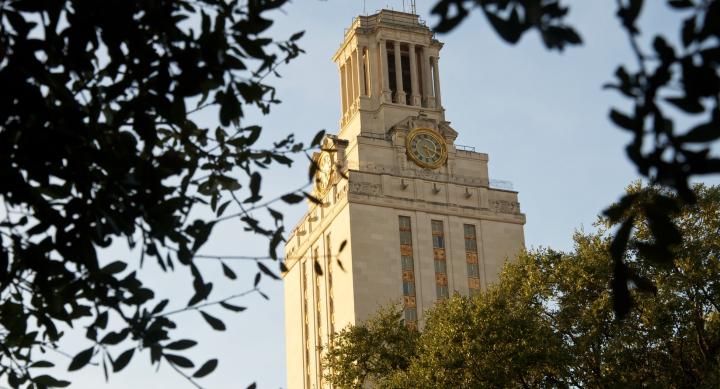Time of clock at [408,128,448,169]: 5:18
